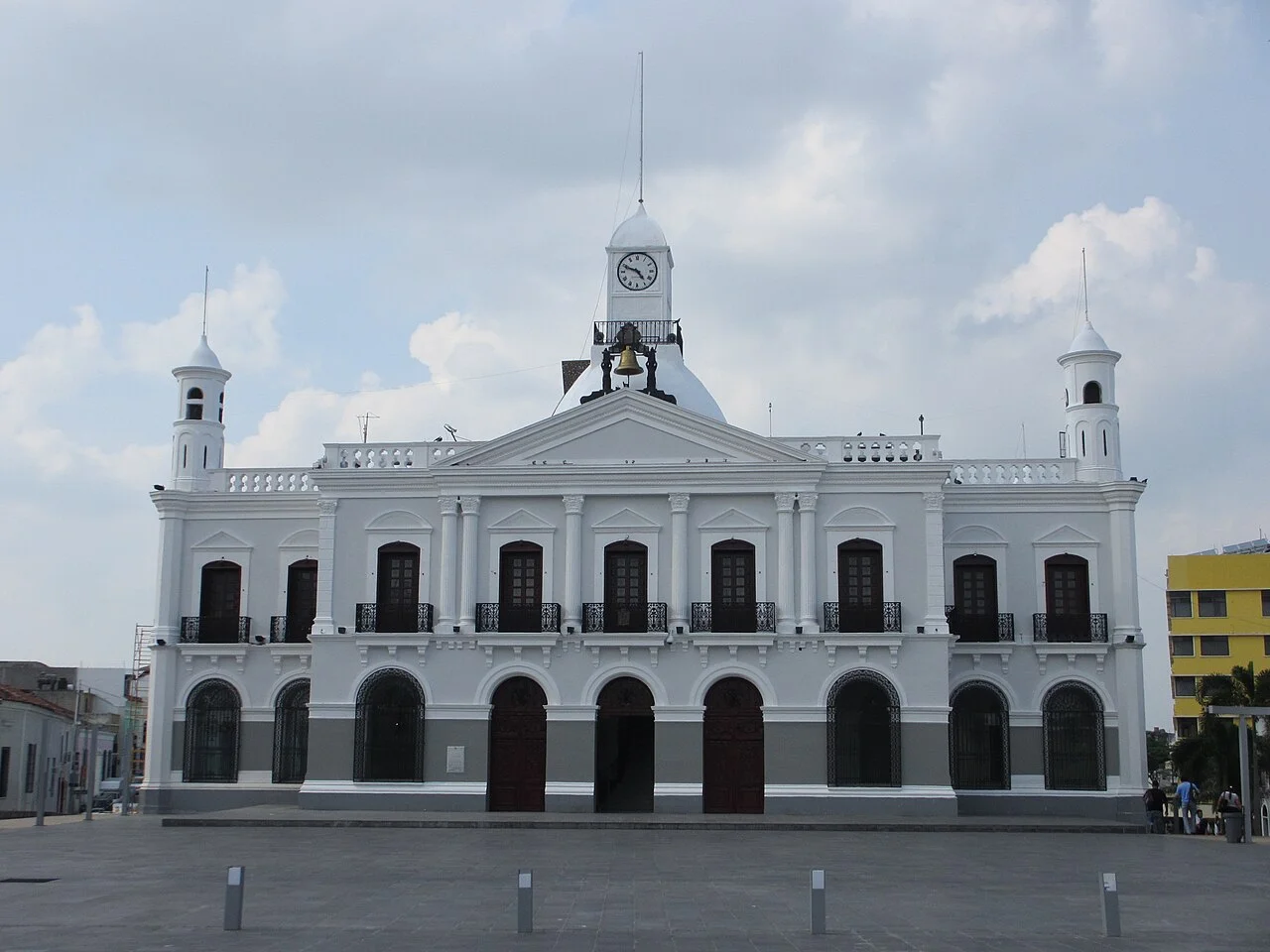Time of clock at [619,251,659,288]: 4:48
